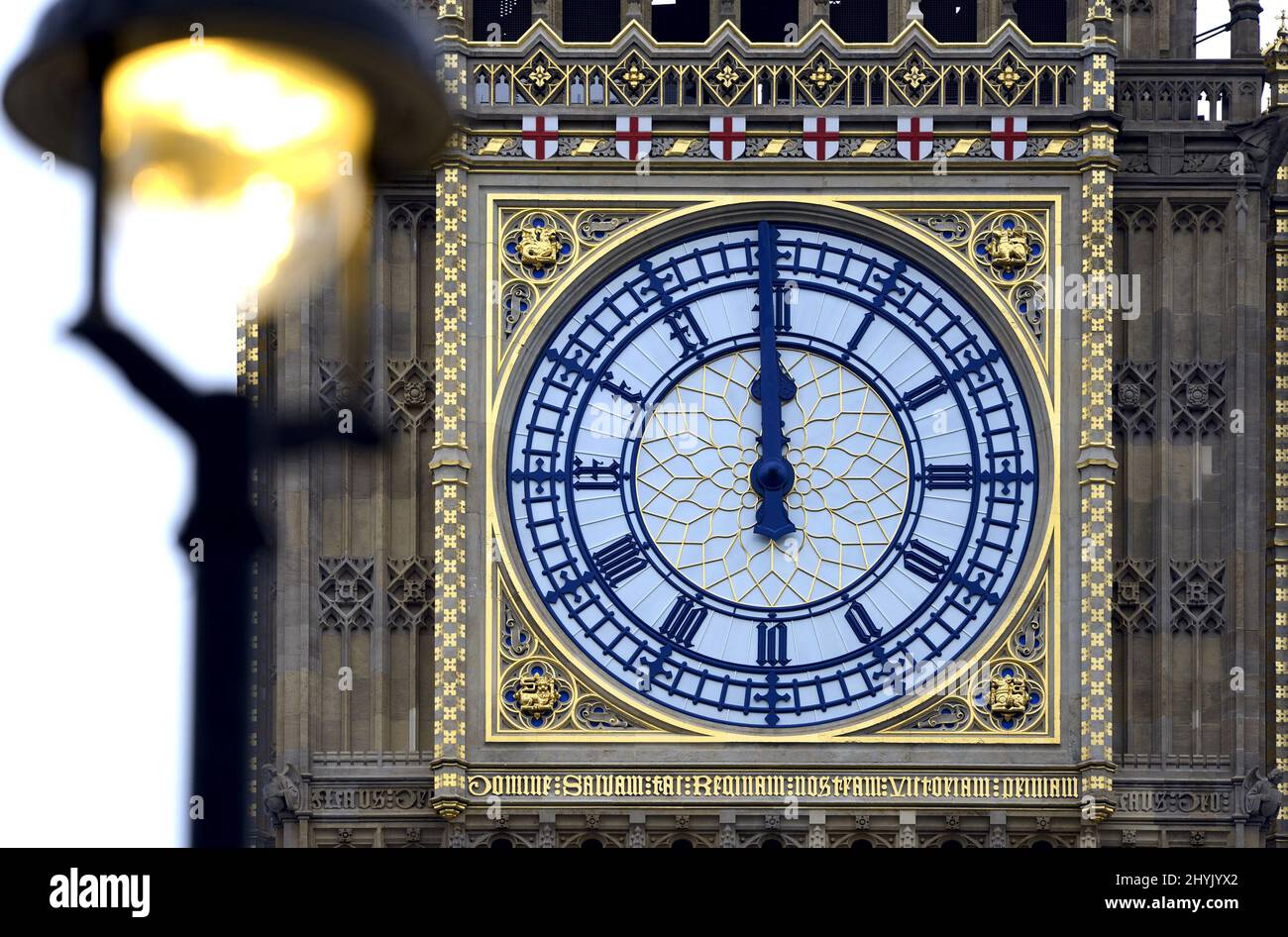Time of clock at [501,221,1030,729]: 11:59
